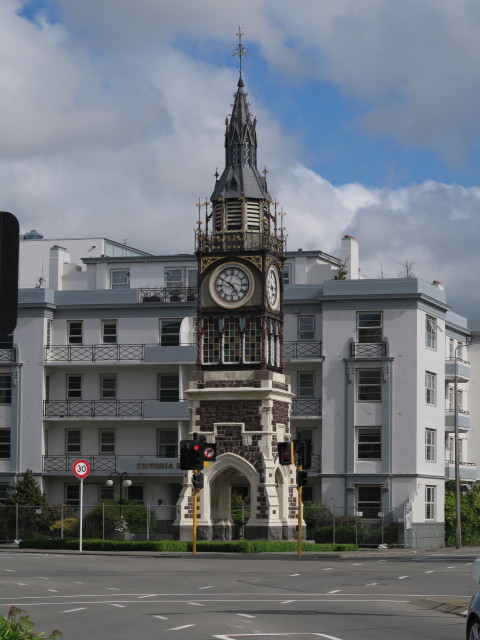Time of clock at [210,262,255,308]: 4:49
